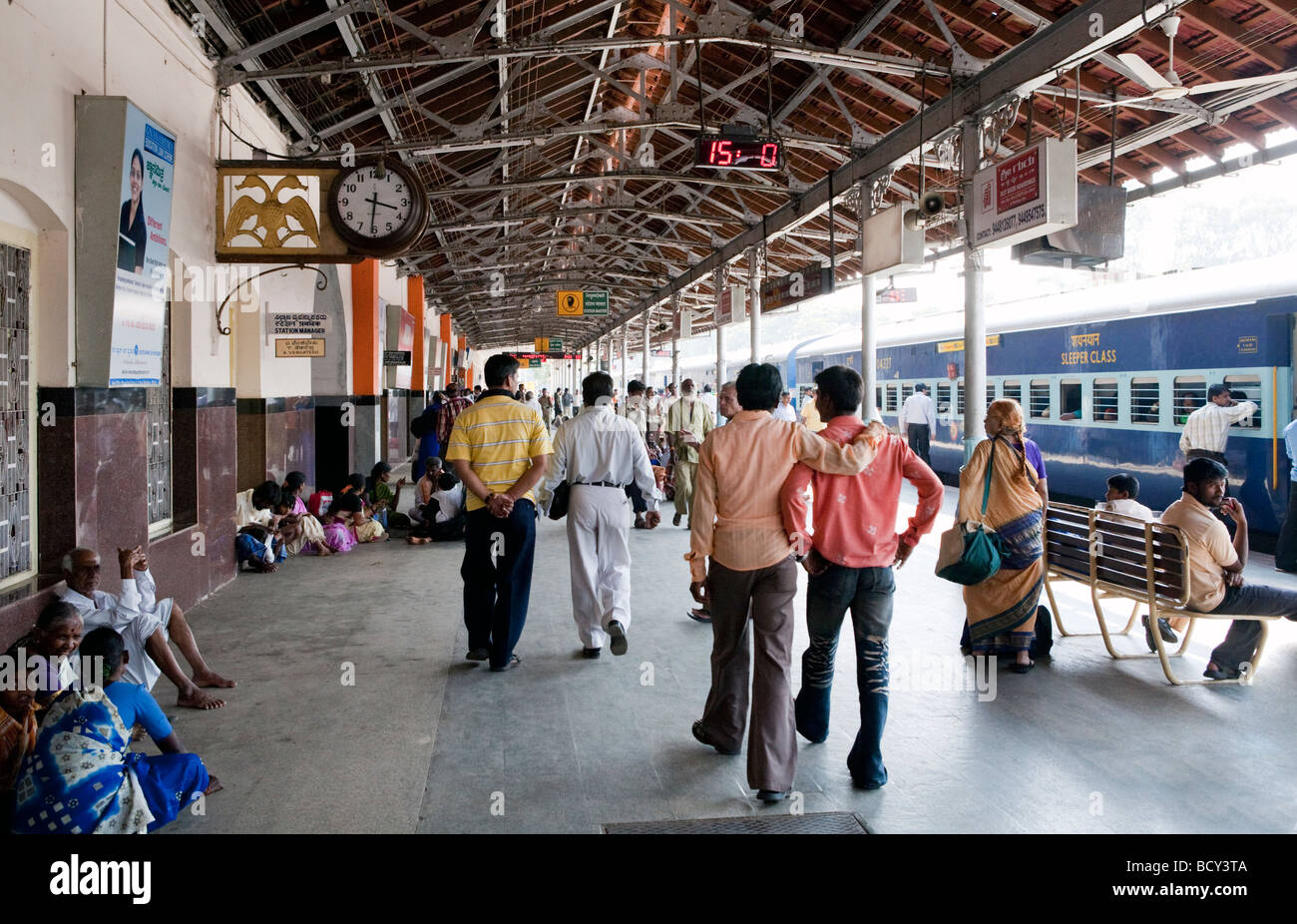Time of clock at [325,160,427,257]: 3:31
